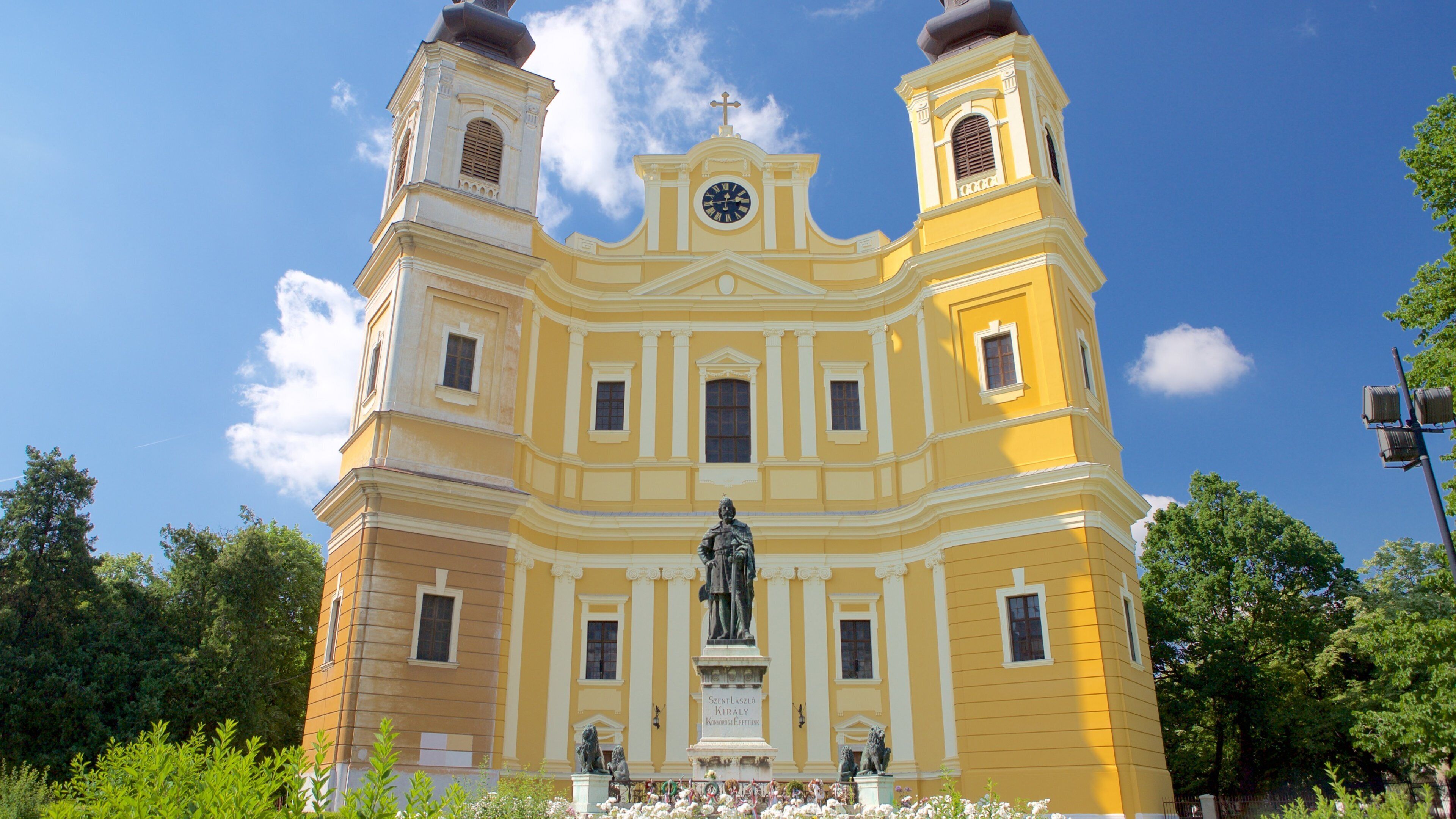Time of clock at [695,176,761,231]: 12:14
